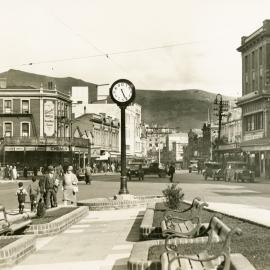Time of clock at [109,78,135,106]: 5:26
